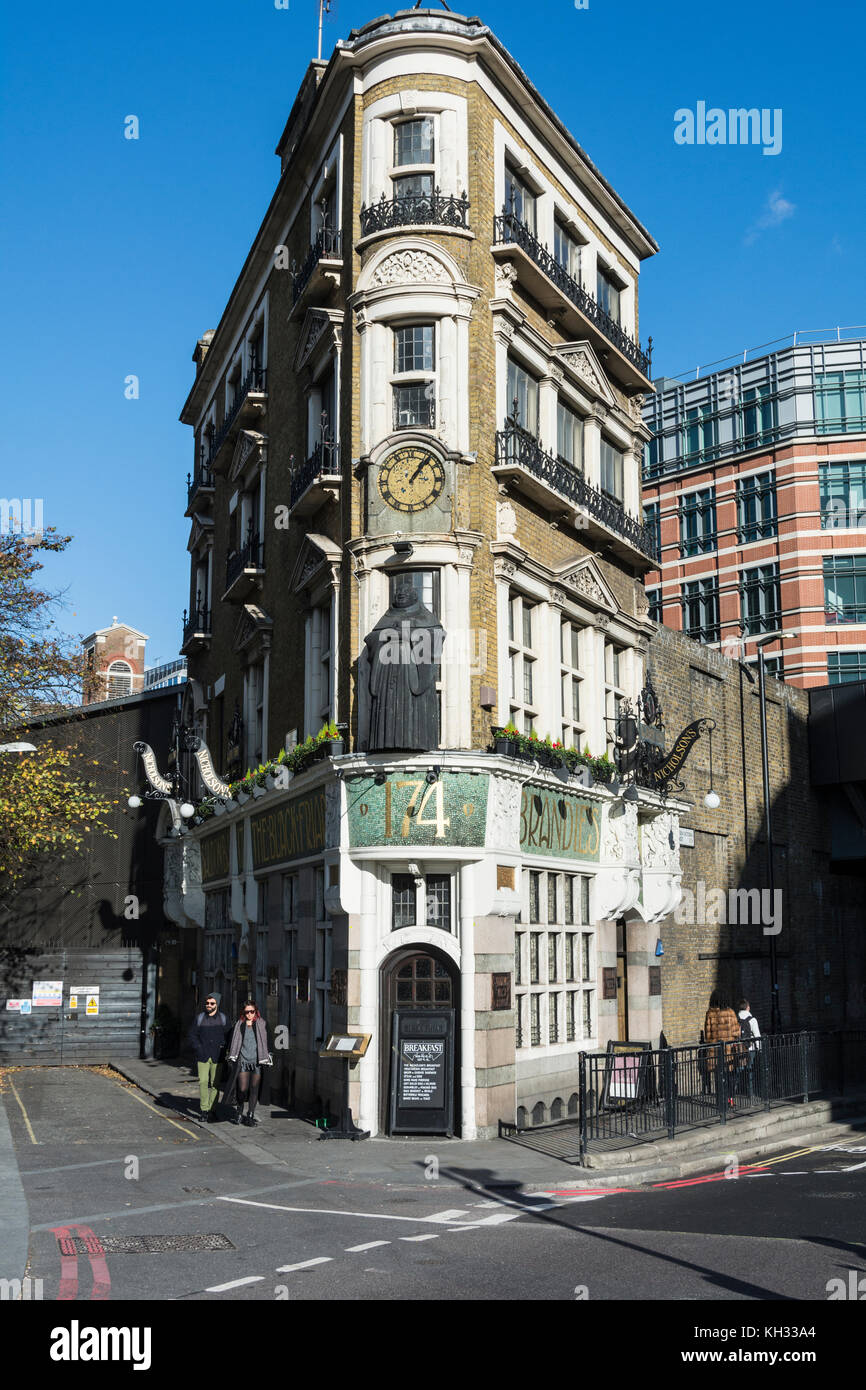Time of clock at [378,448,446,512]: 1:06
